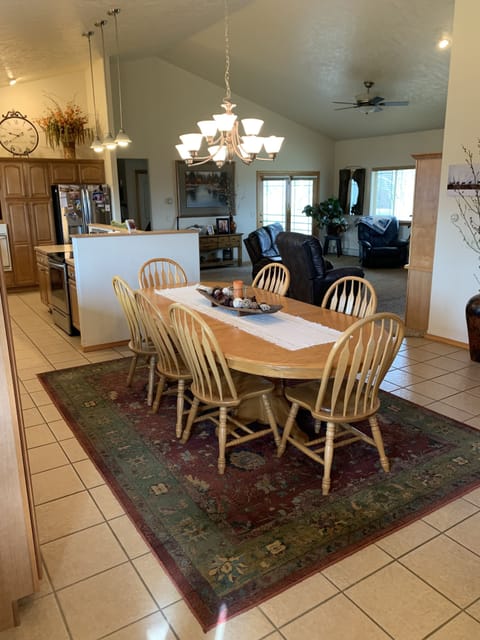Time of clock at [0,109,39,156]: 9:39
